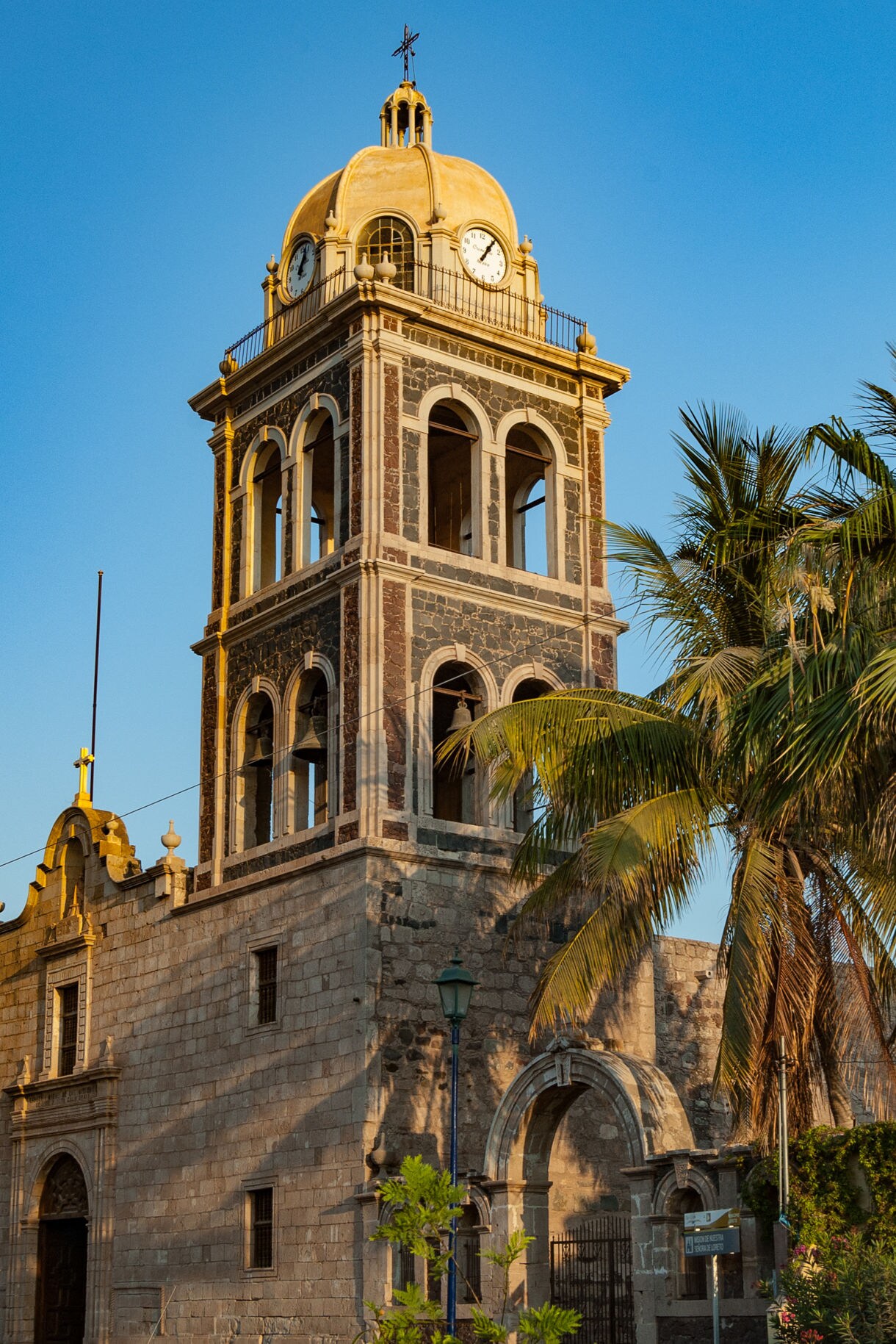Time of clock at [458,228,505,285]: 1:06
